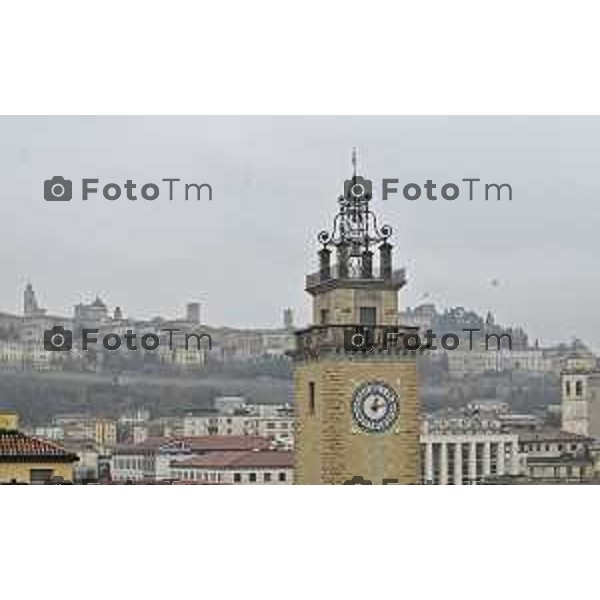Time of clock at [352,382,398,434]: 12:12
